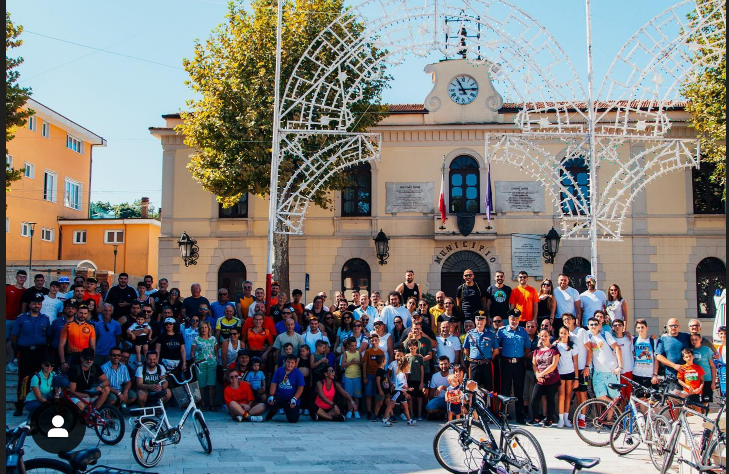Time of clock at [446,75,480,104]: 11:13
